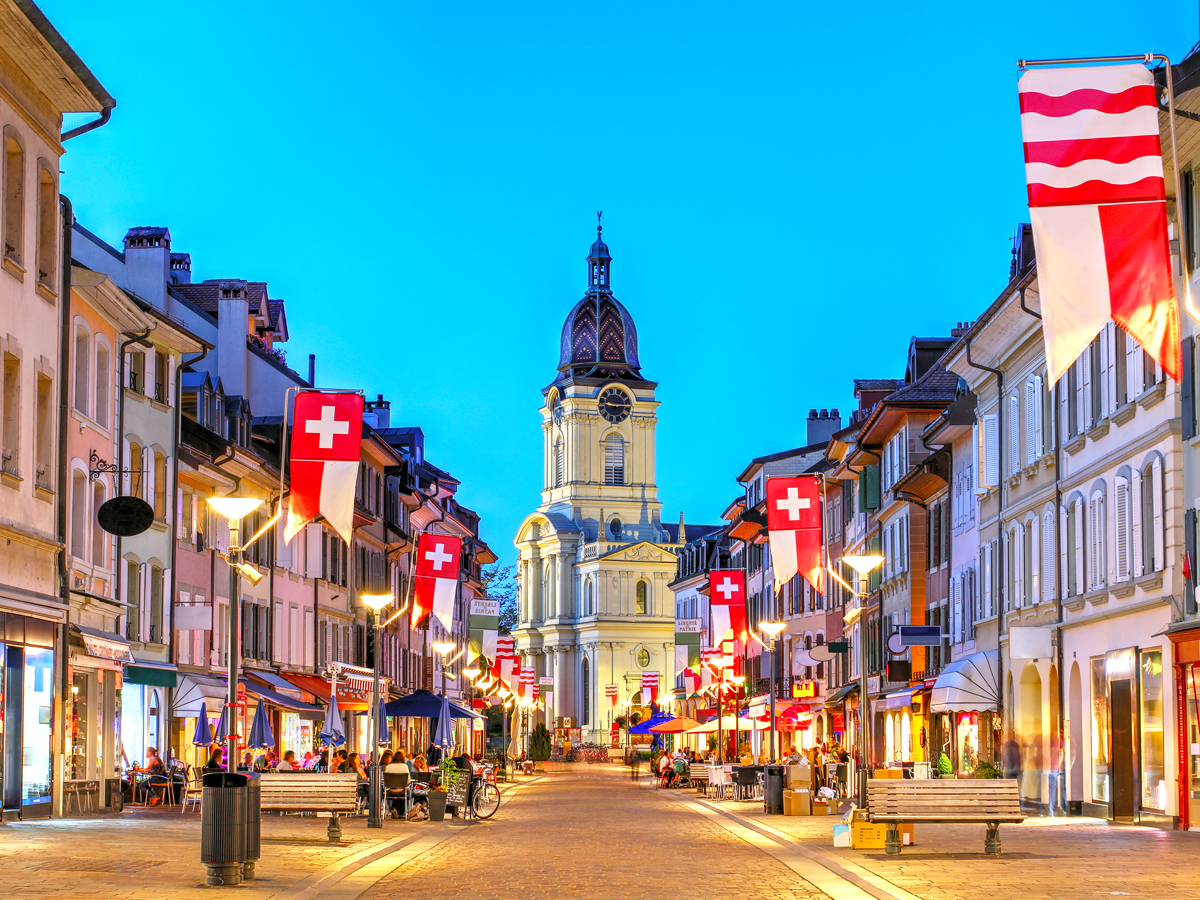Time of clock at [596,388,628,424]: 9:14
